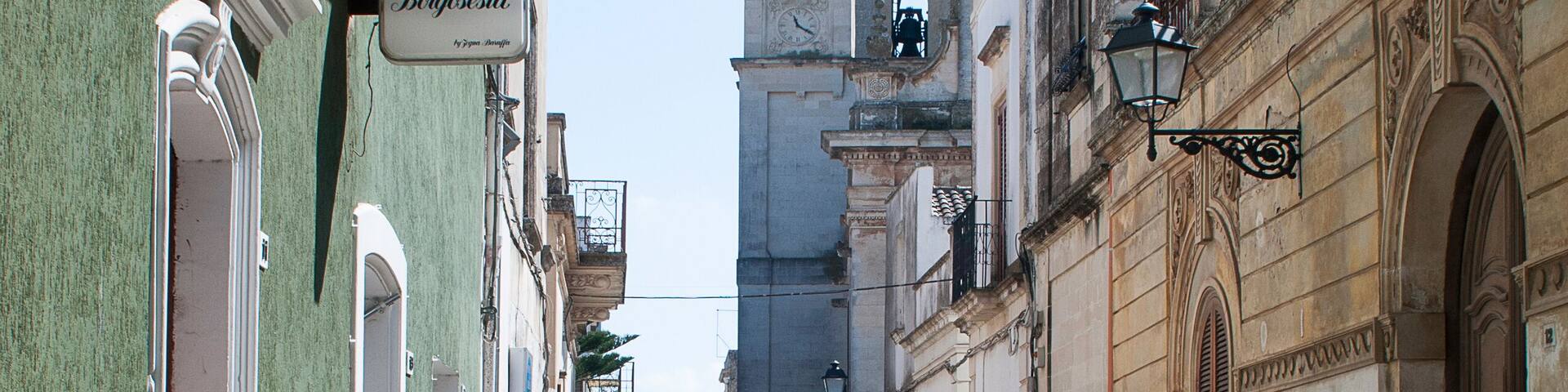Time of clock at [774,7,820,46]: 11:20
